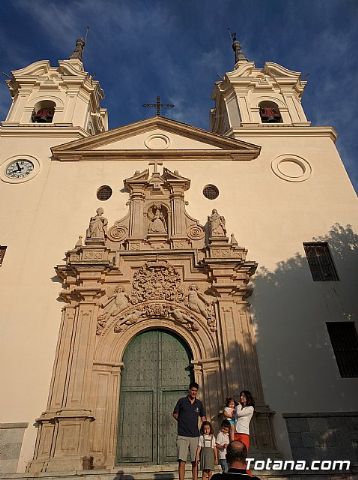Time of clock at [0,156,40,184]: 7:55
